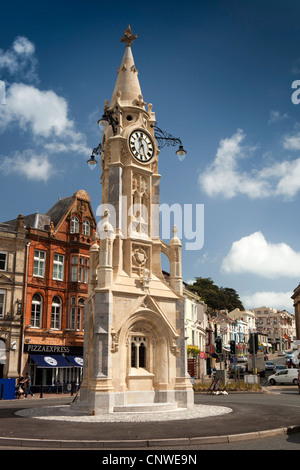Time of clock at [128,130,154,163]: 11:35
